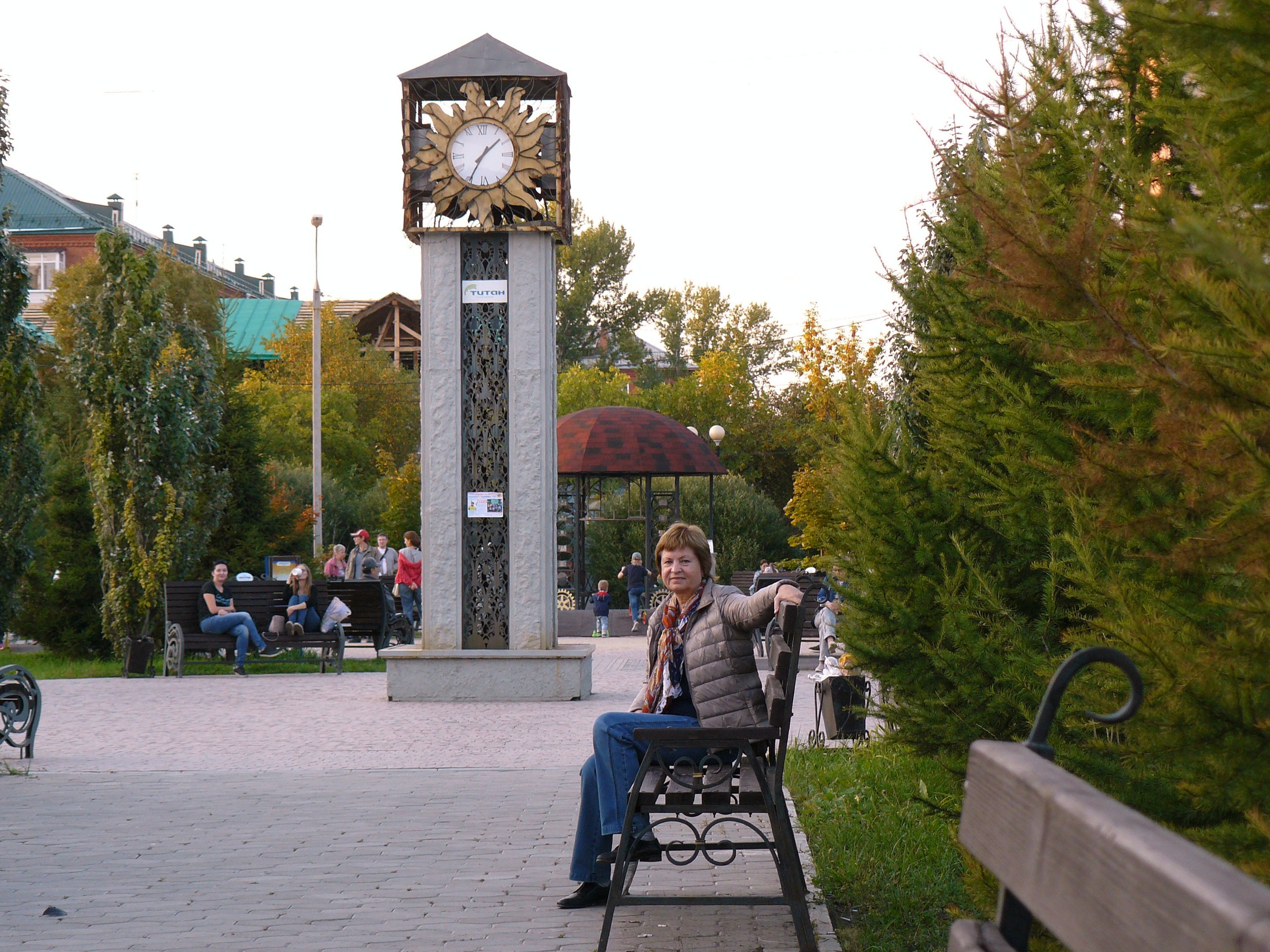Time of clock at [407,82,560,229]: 1:34
